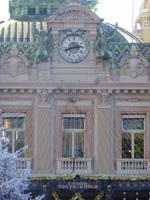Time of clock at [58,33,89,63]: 2:41
